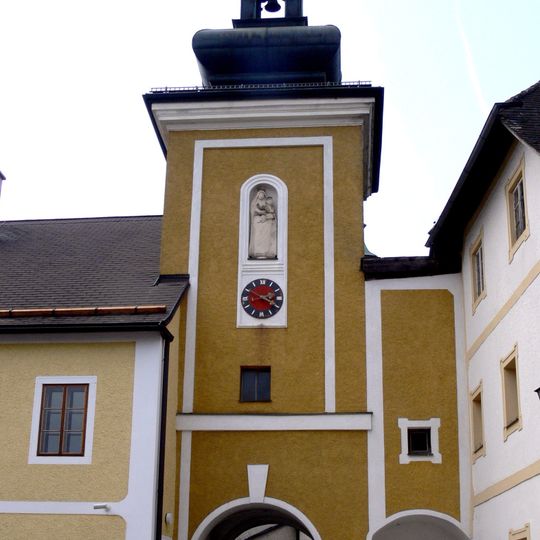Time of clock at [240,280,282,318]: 2:19
